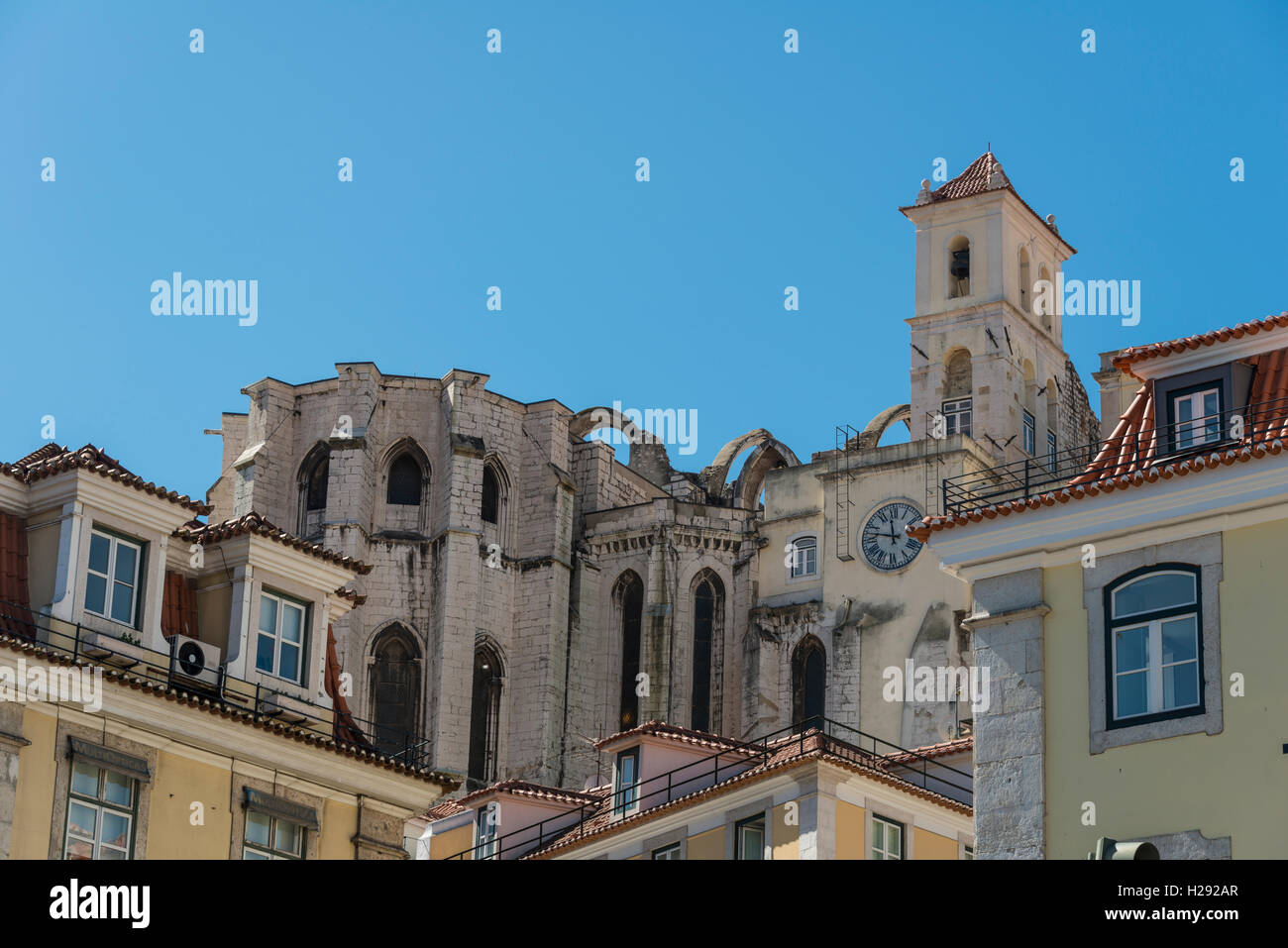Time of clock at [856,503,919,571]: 11:46
